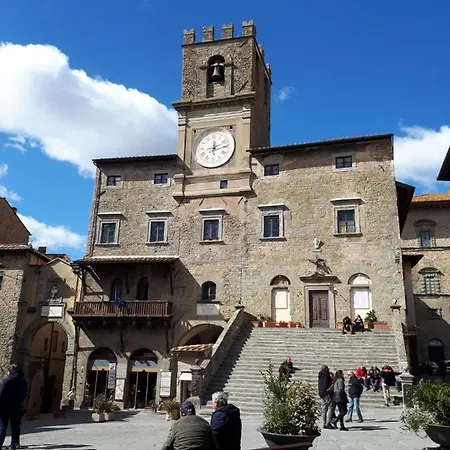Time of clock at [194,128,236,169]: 12:11
